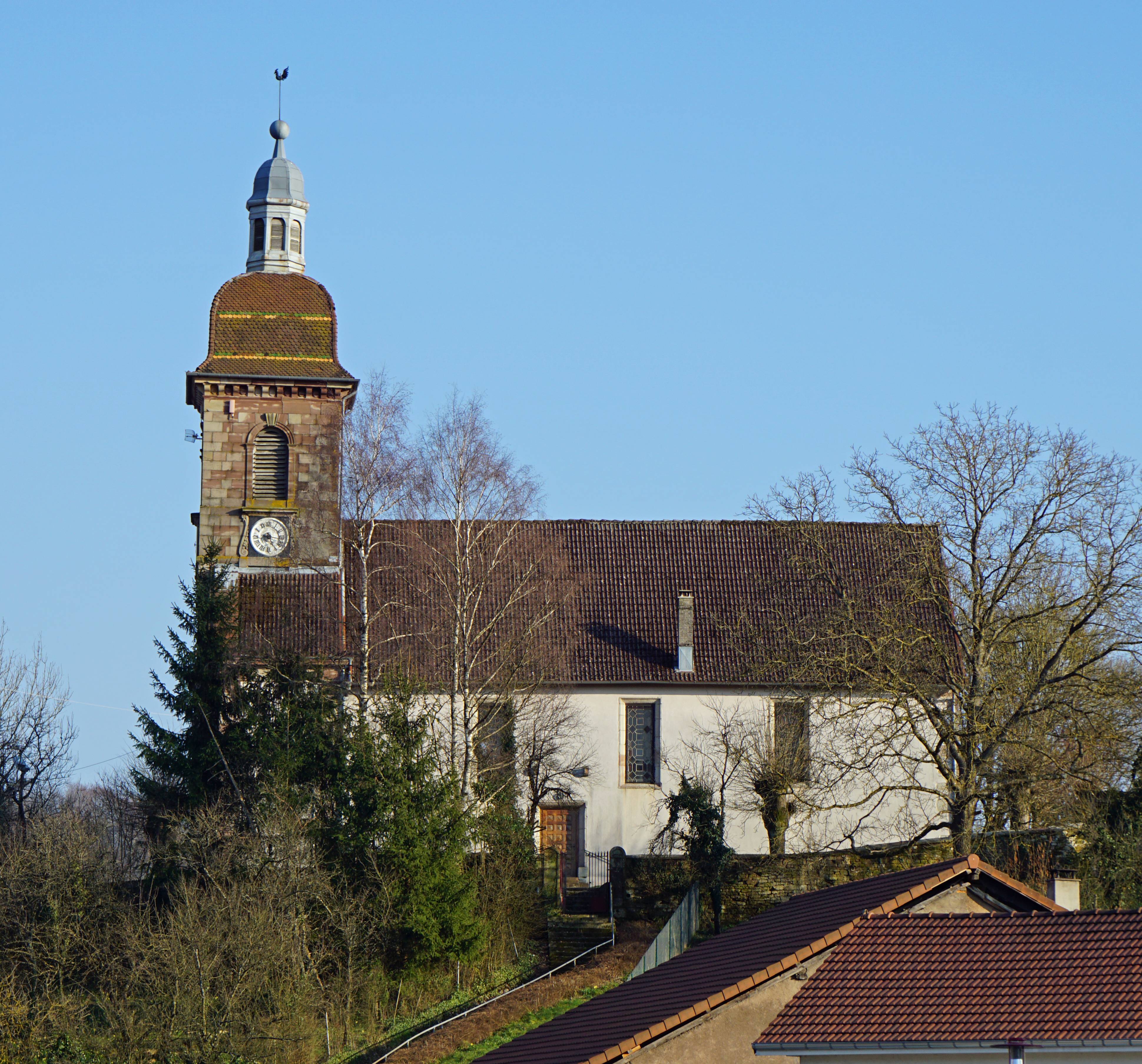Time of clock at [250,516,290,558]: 8:25
